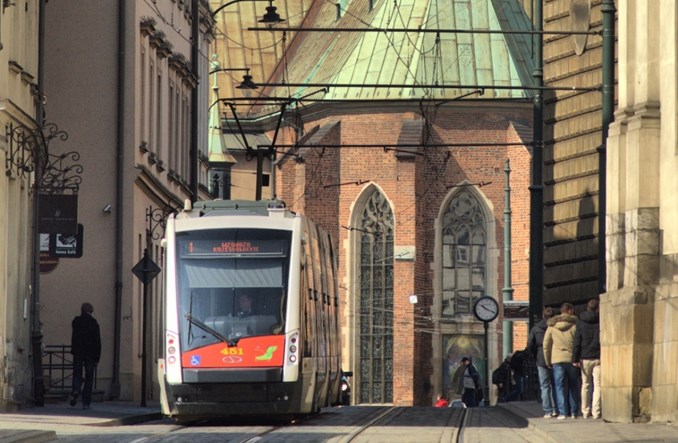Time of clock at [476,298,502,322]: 10:18
